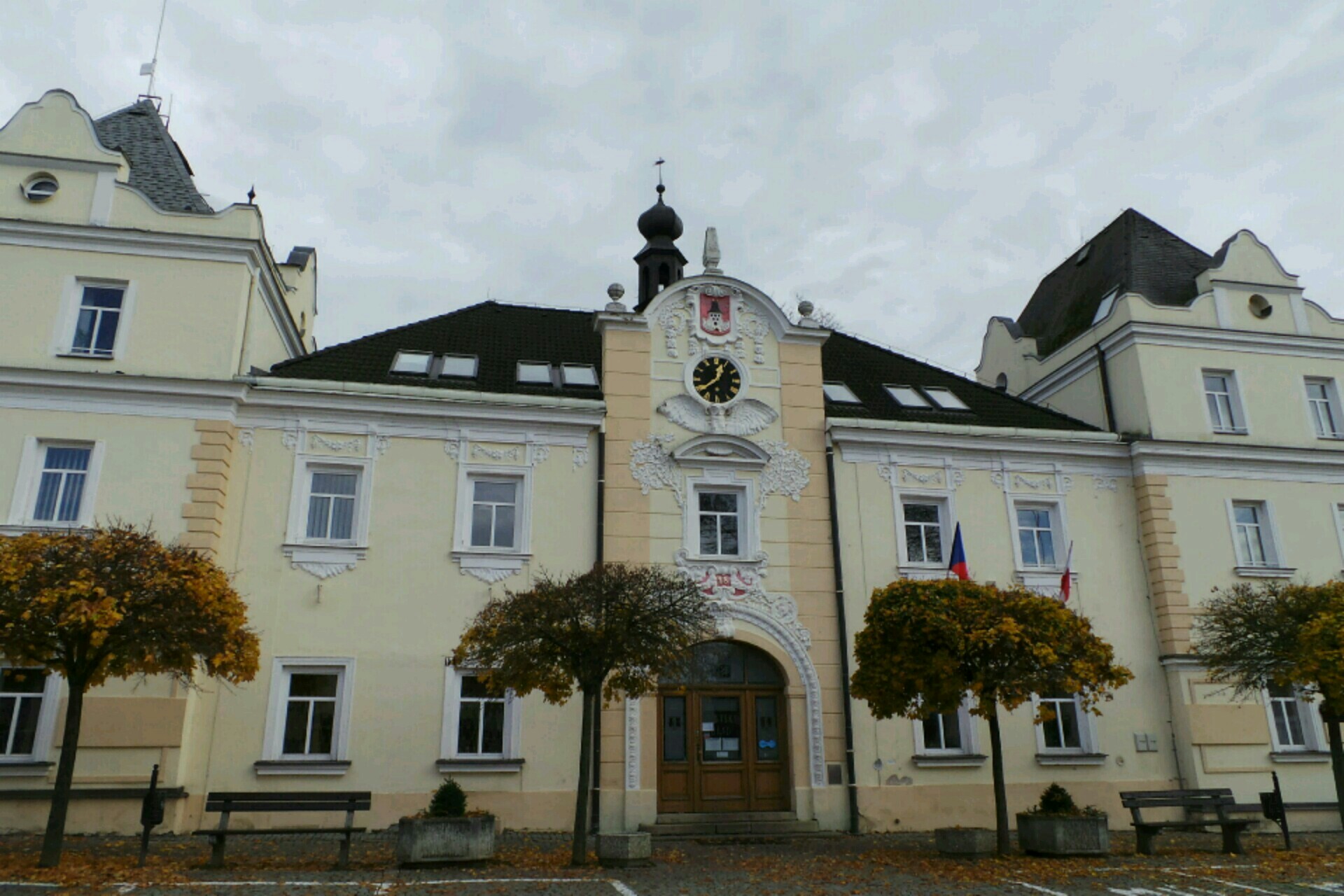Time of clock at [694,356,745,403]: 12:38
